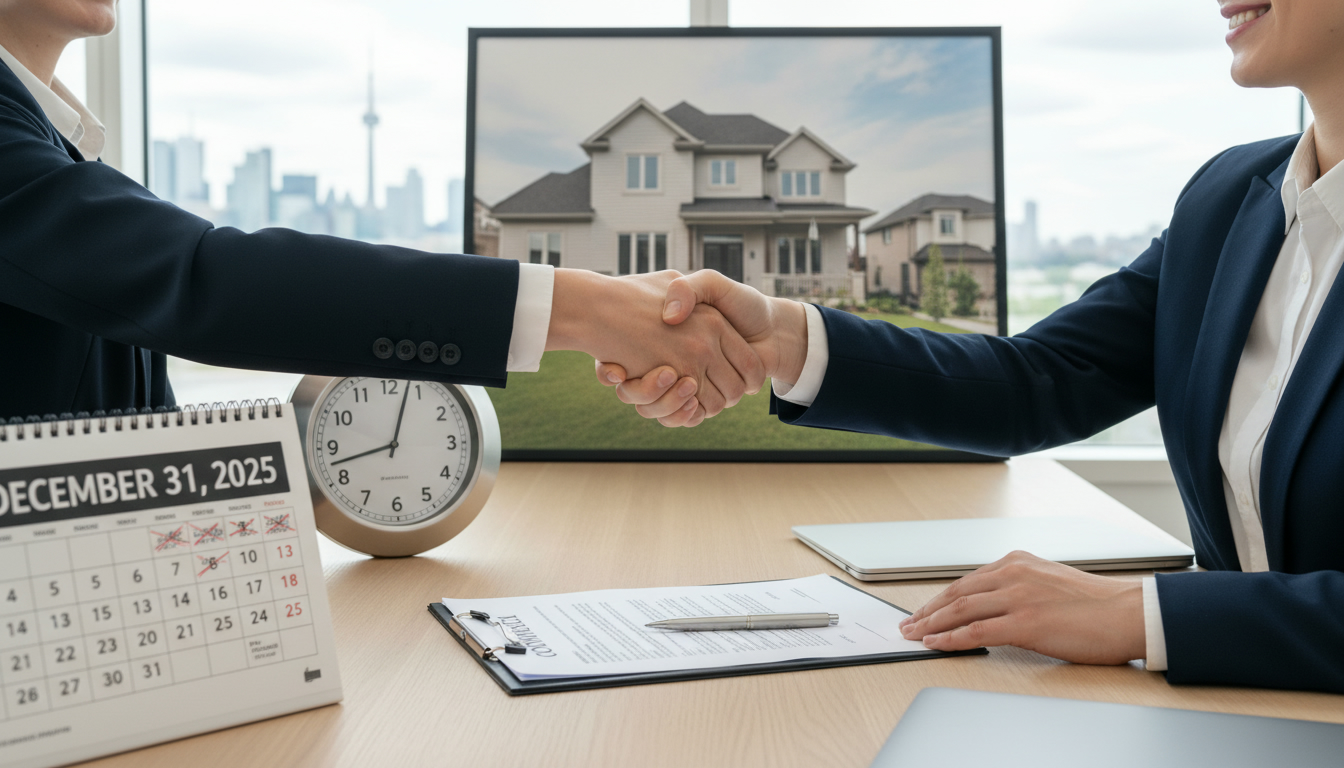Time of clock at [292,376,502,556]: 12:42
